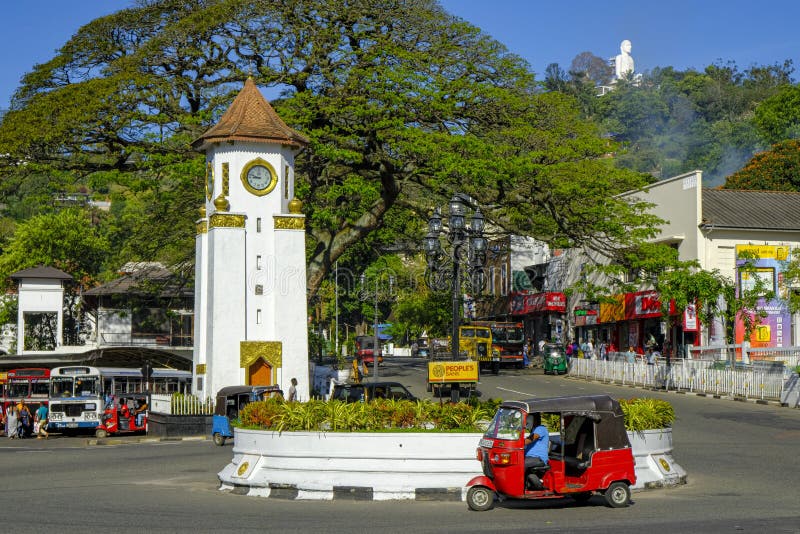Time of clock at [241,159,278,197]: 8:47
